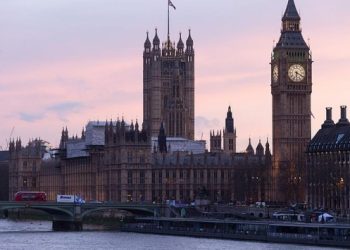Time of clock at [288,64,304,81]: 6:19
